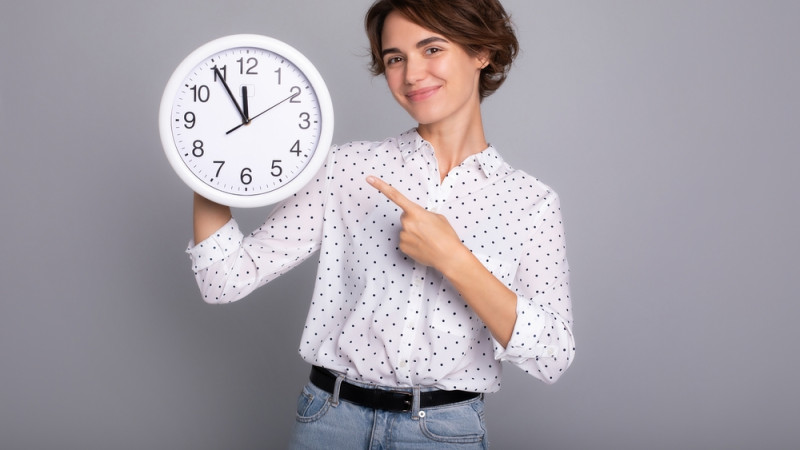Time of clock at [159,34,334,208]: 11:54
